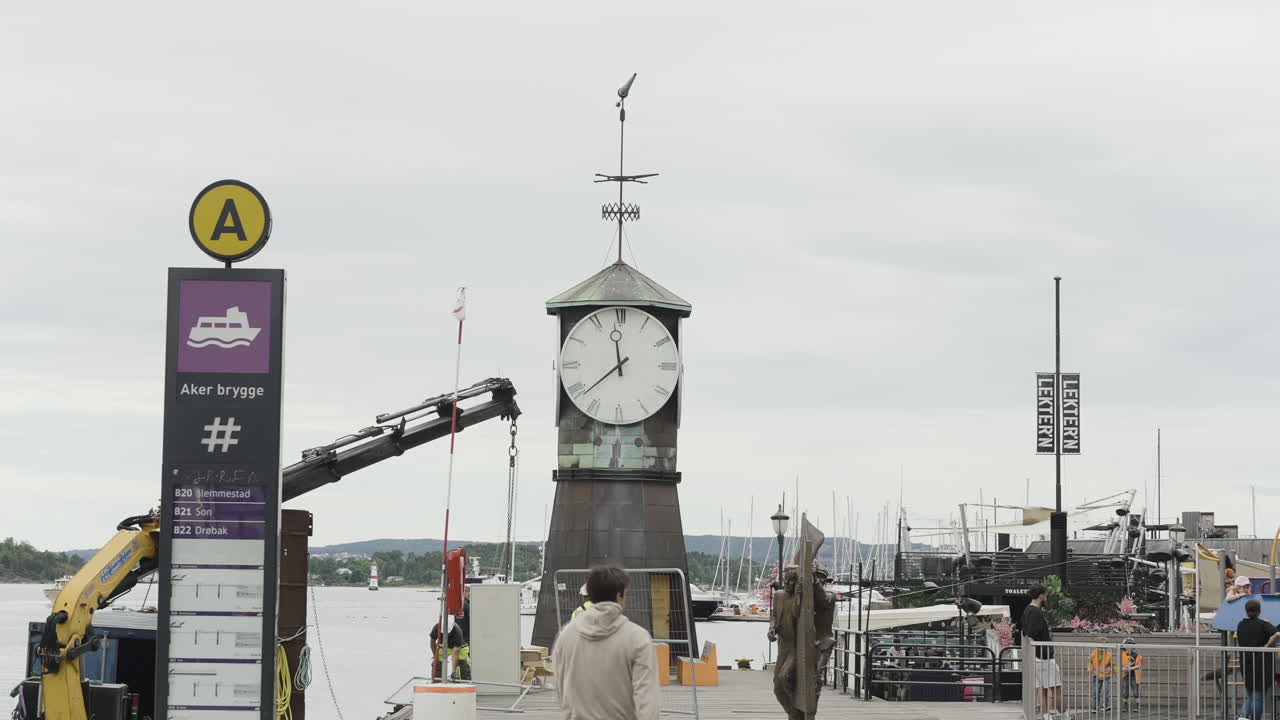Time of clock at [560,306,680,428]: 11:38
